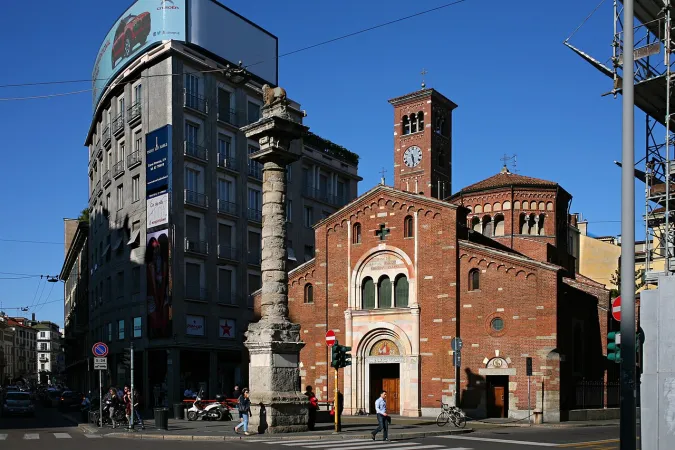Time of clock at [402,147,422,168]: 5:28
